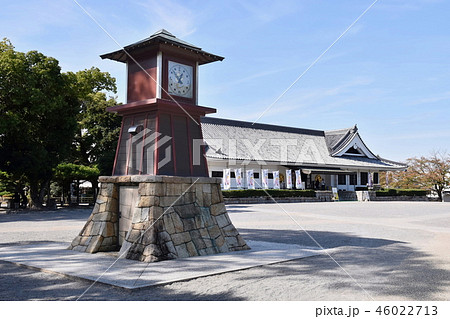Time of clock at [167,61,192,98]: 12:52
